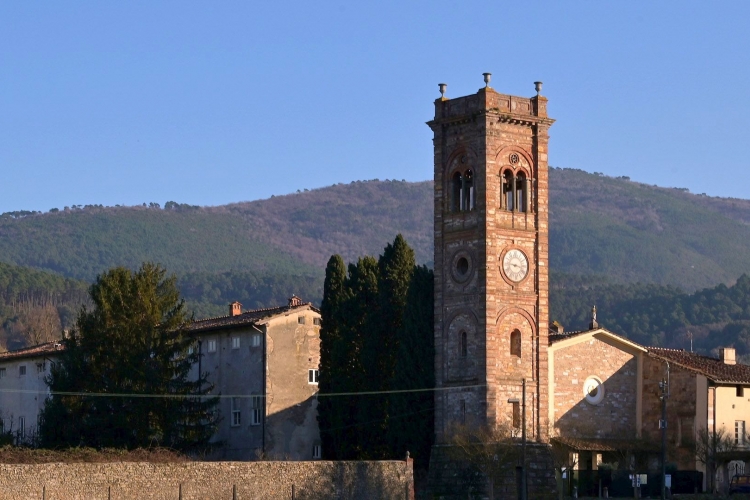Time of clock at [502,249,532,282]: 9:16
